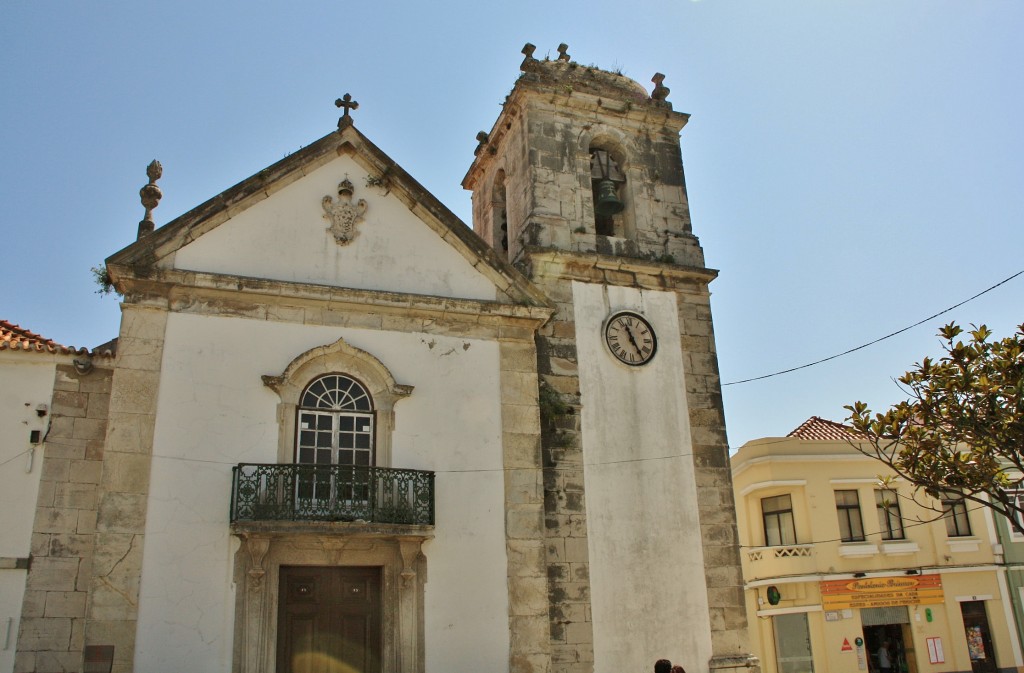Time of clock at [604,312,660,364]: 11:25
